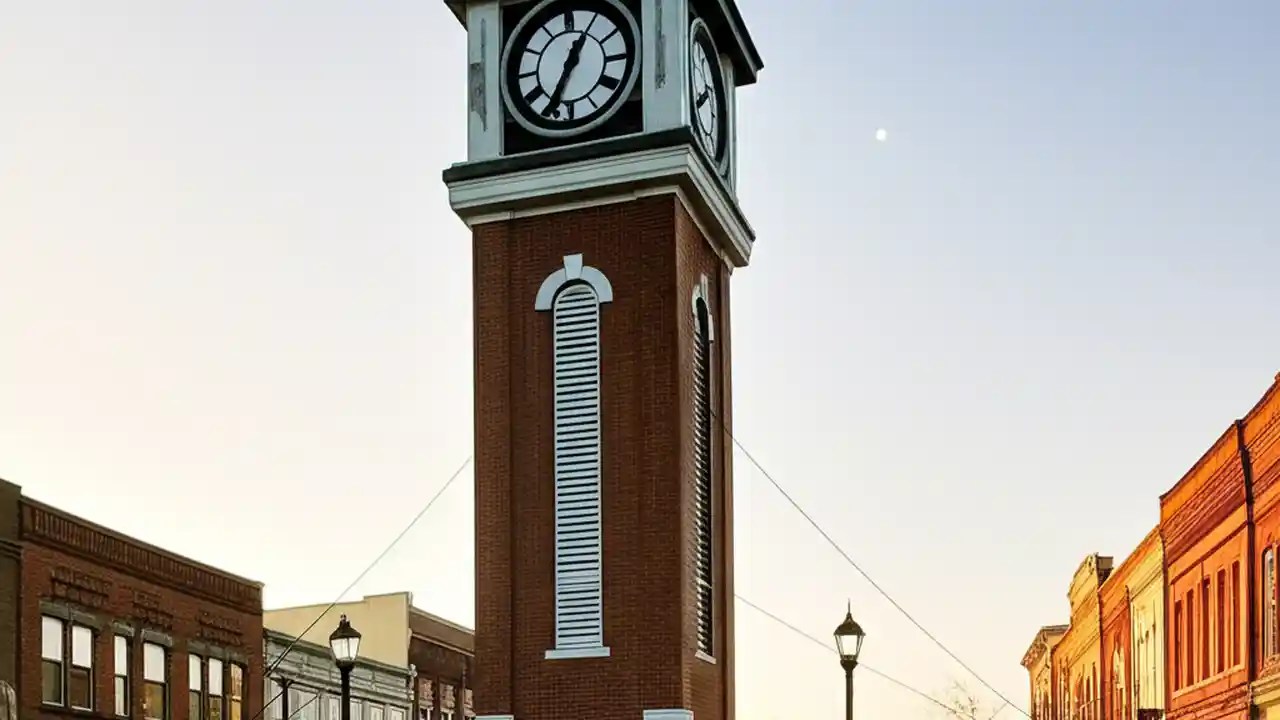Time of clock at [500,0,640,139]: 12:34
